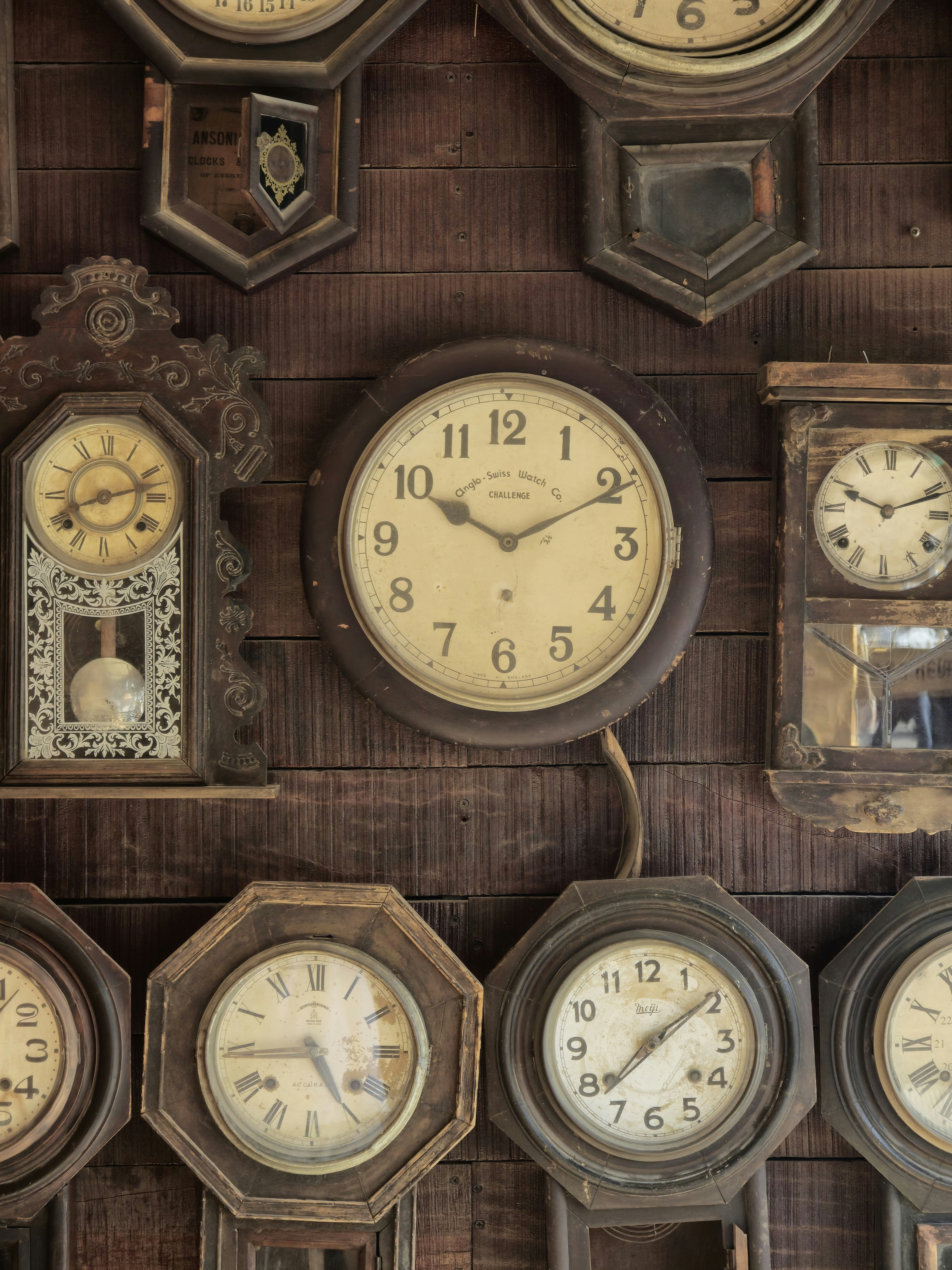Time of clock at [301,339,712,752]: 10:10
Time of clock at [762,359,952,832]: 10:11
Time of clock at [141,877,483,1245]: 4:44
